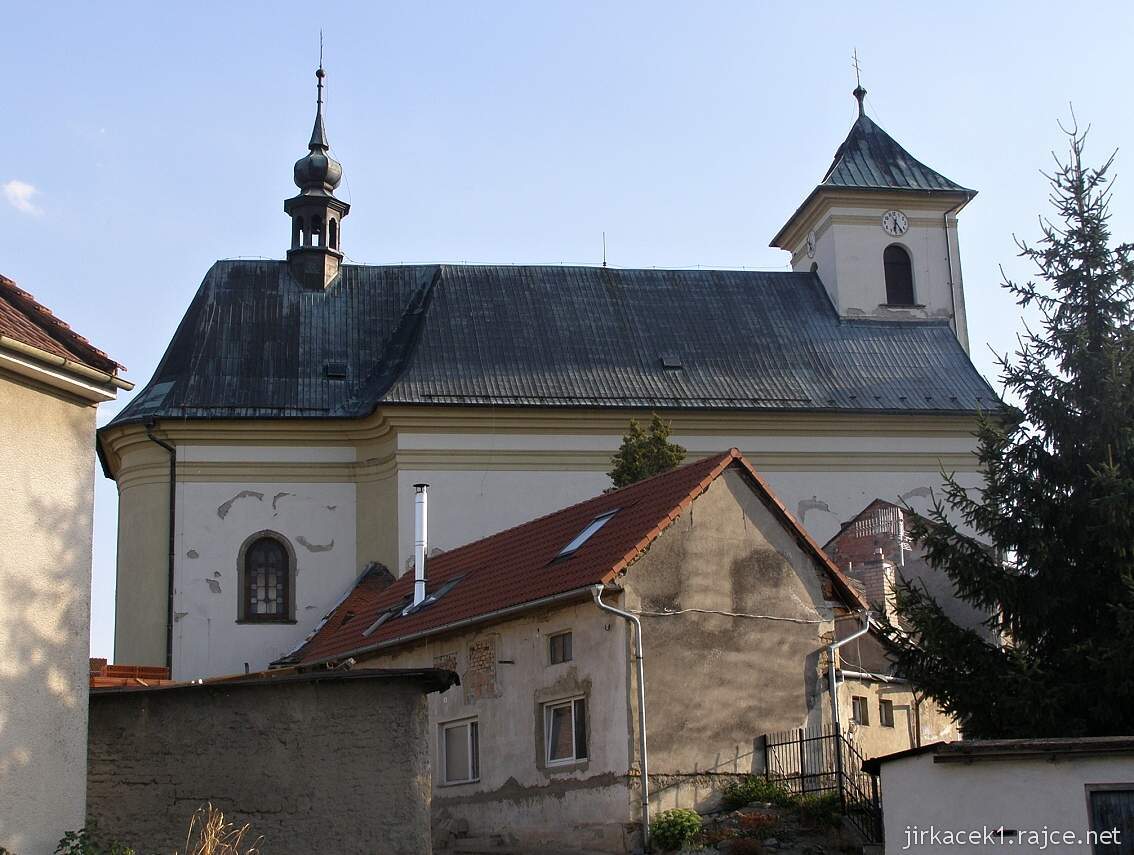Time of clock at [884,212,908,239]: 6:24
